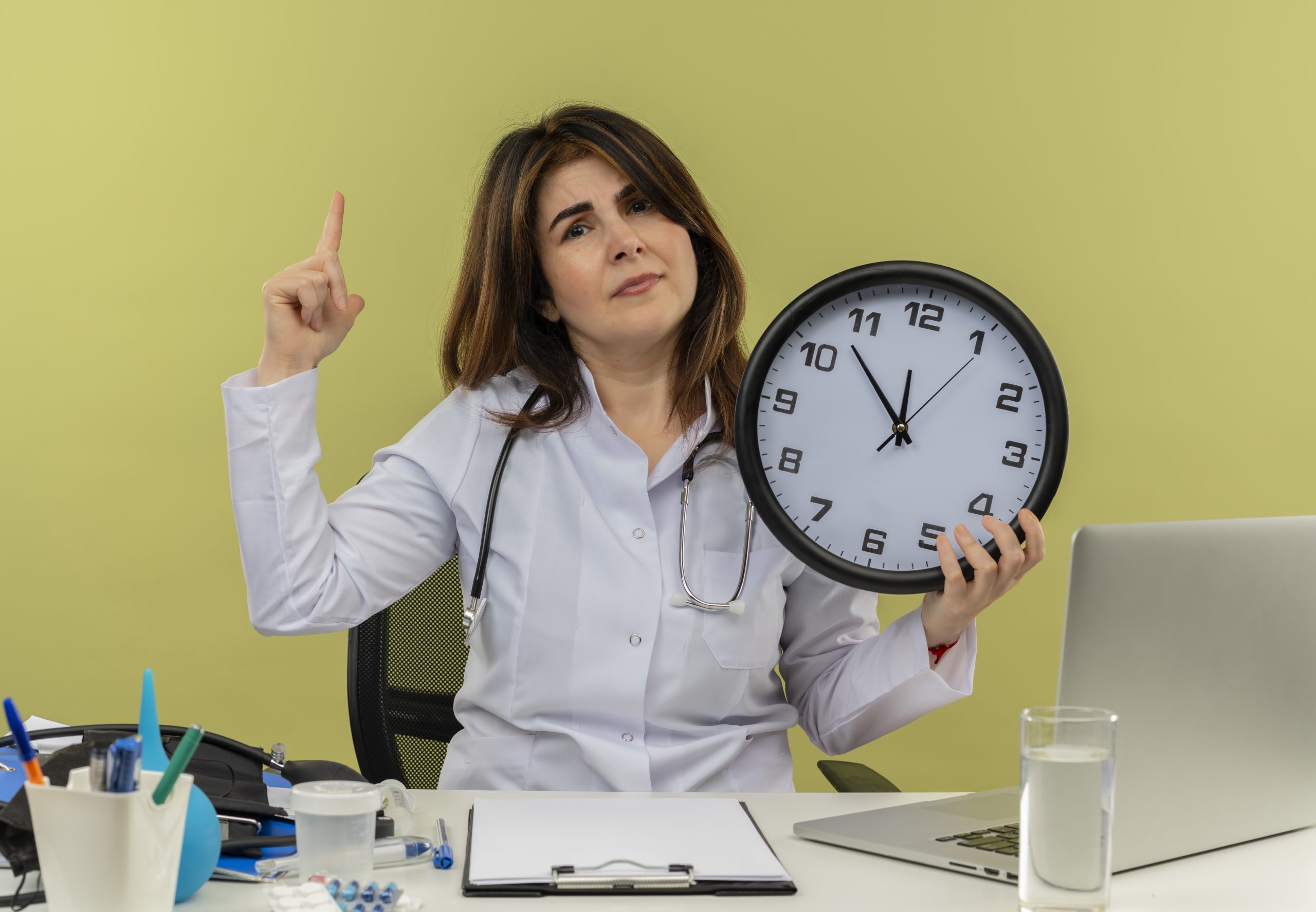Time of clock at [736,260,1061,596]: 11:52
